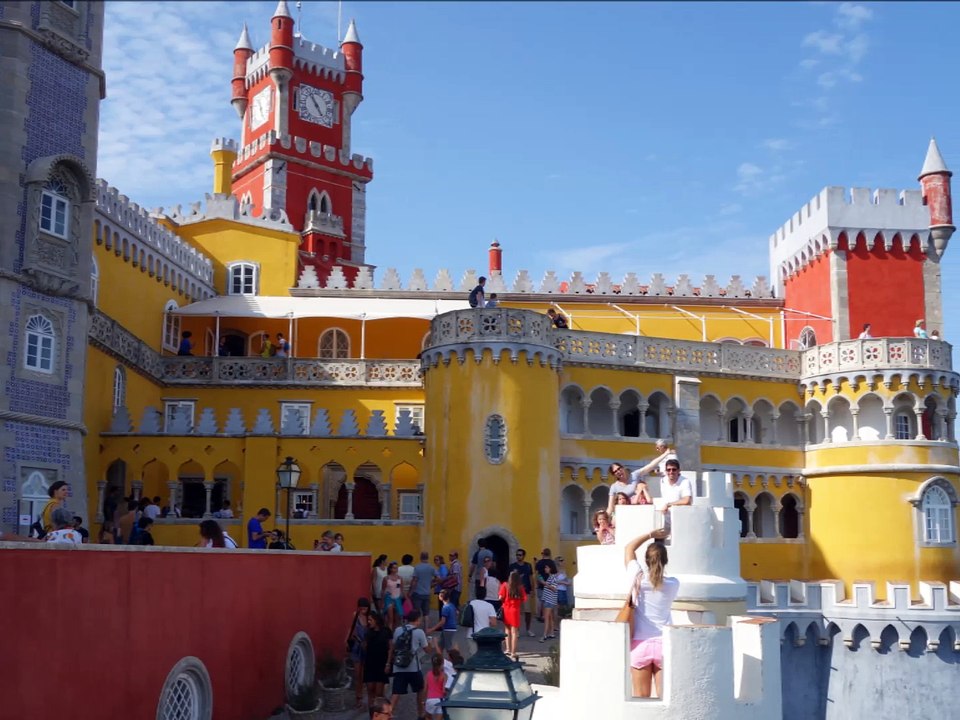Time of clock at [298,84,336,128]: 4:54
